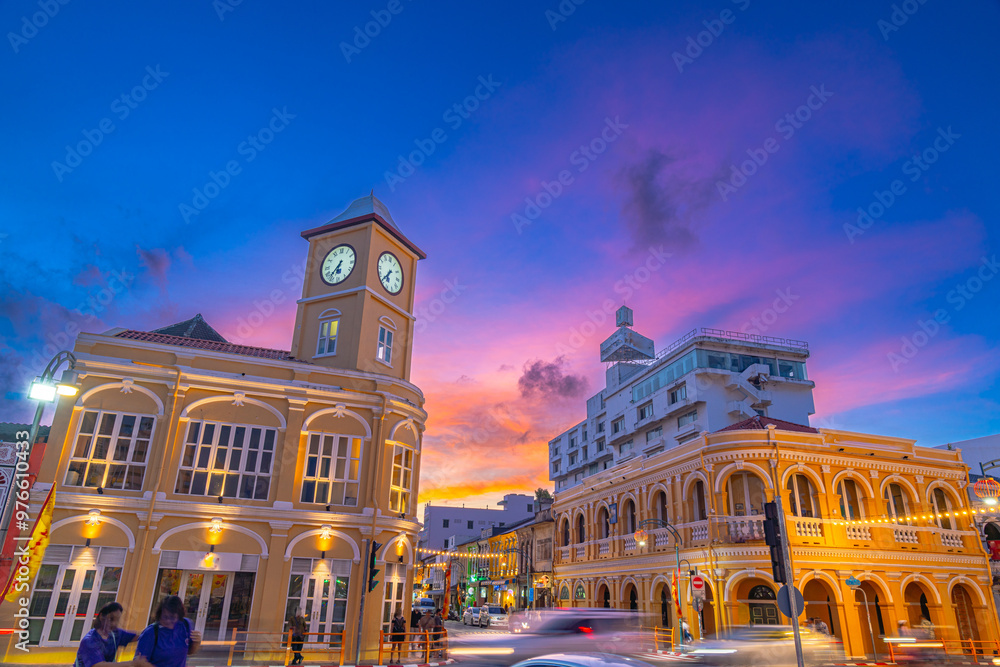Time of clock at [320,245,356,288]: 6:36
